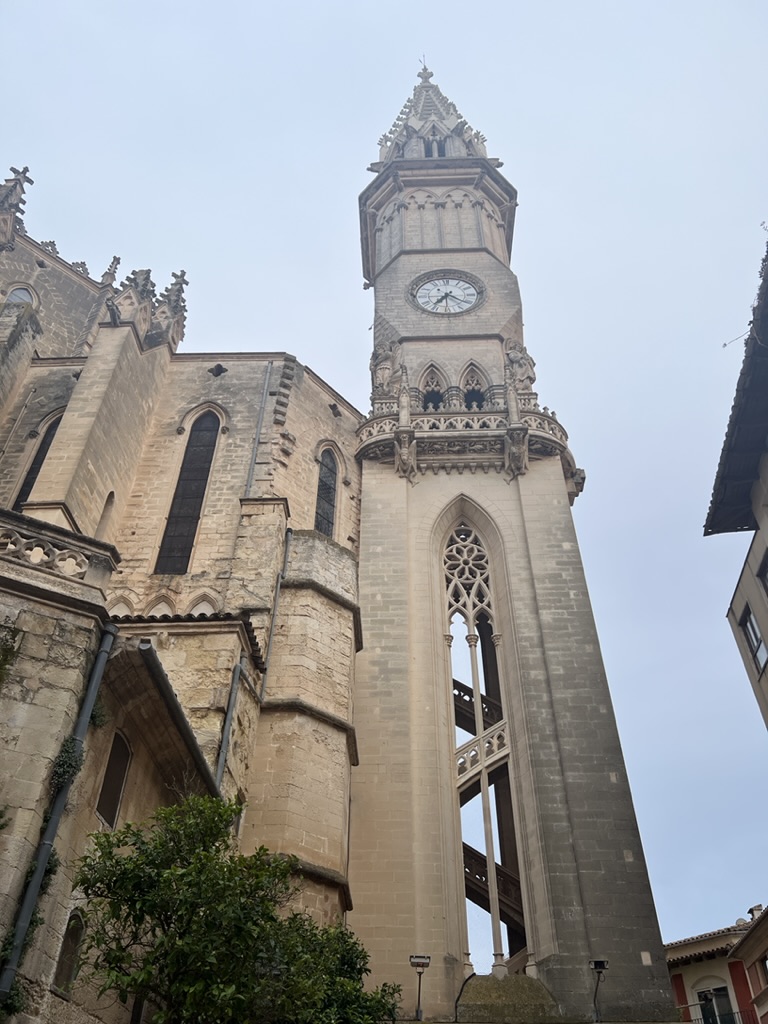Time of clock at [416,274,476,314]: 7:20
